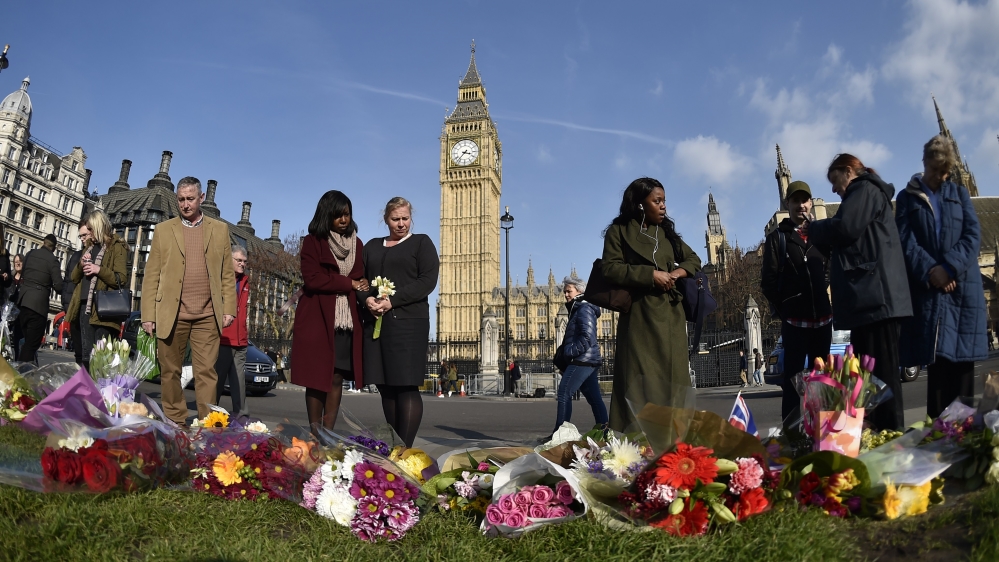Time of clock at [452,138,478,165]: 3:37
